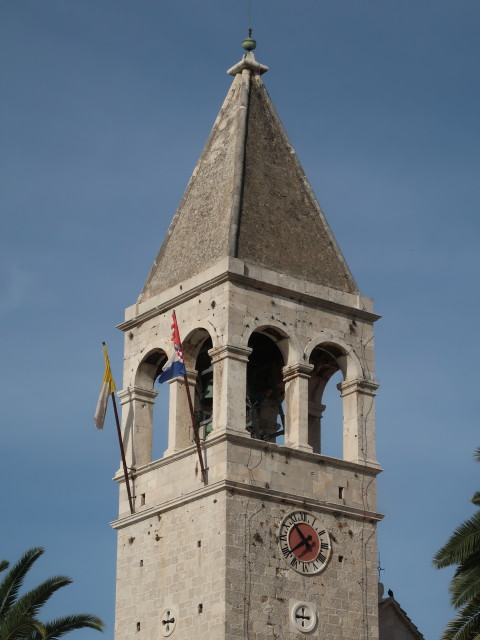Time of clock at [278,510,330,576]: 10:38
